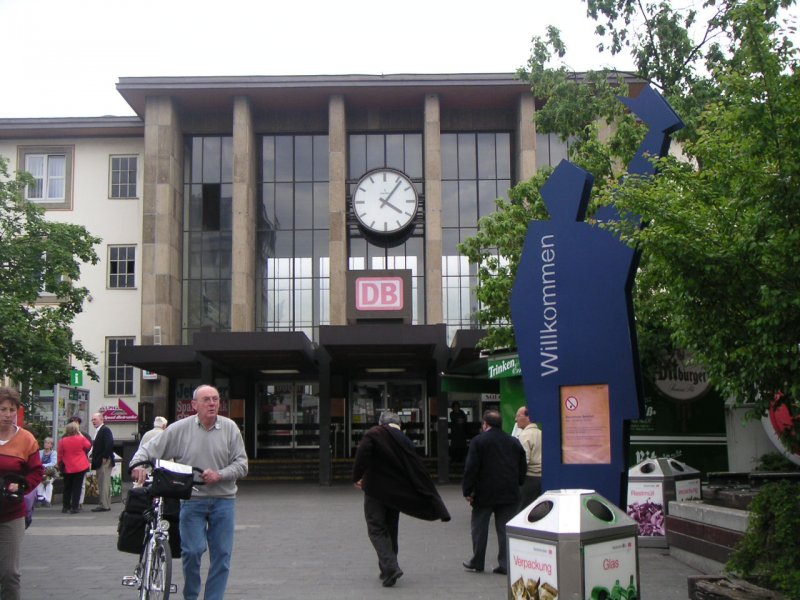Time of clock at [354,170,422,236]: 4:06
